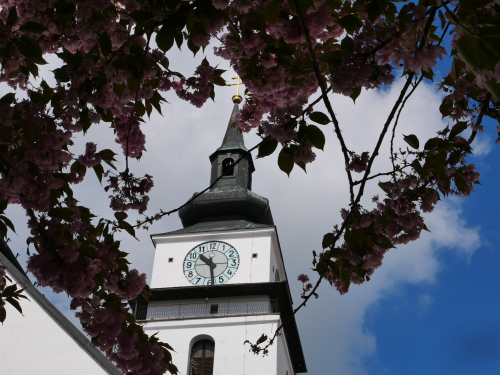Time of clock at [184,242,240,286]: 10:28
